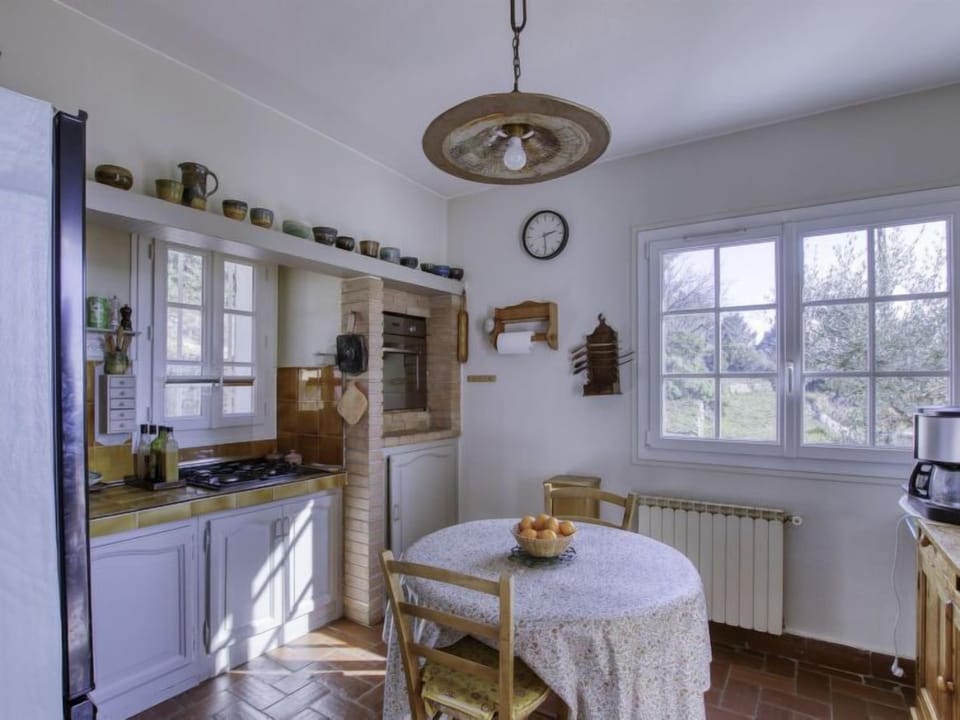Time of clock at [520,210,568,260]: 2:29
